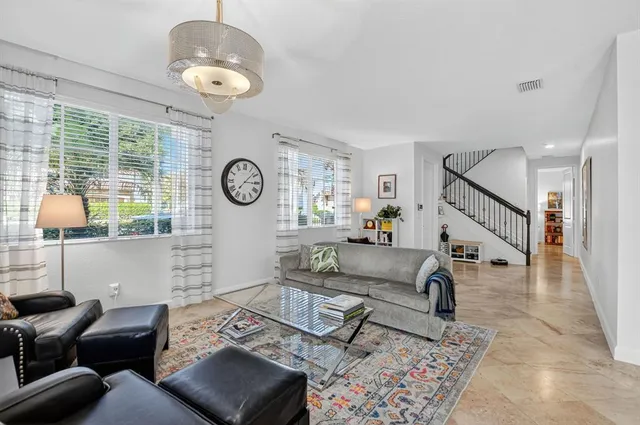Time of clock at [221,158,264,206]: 3:07
